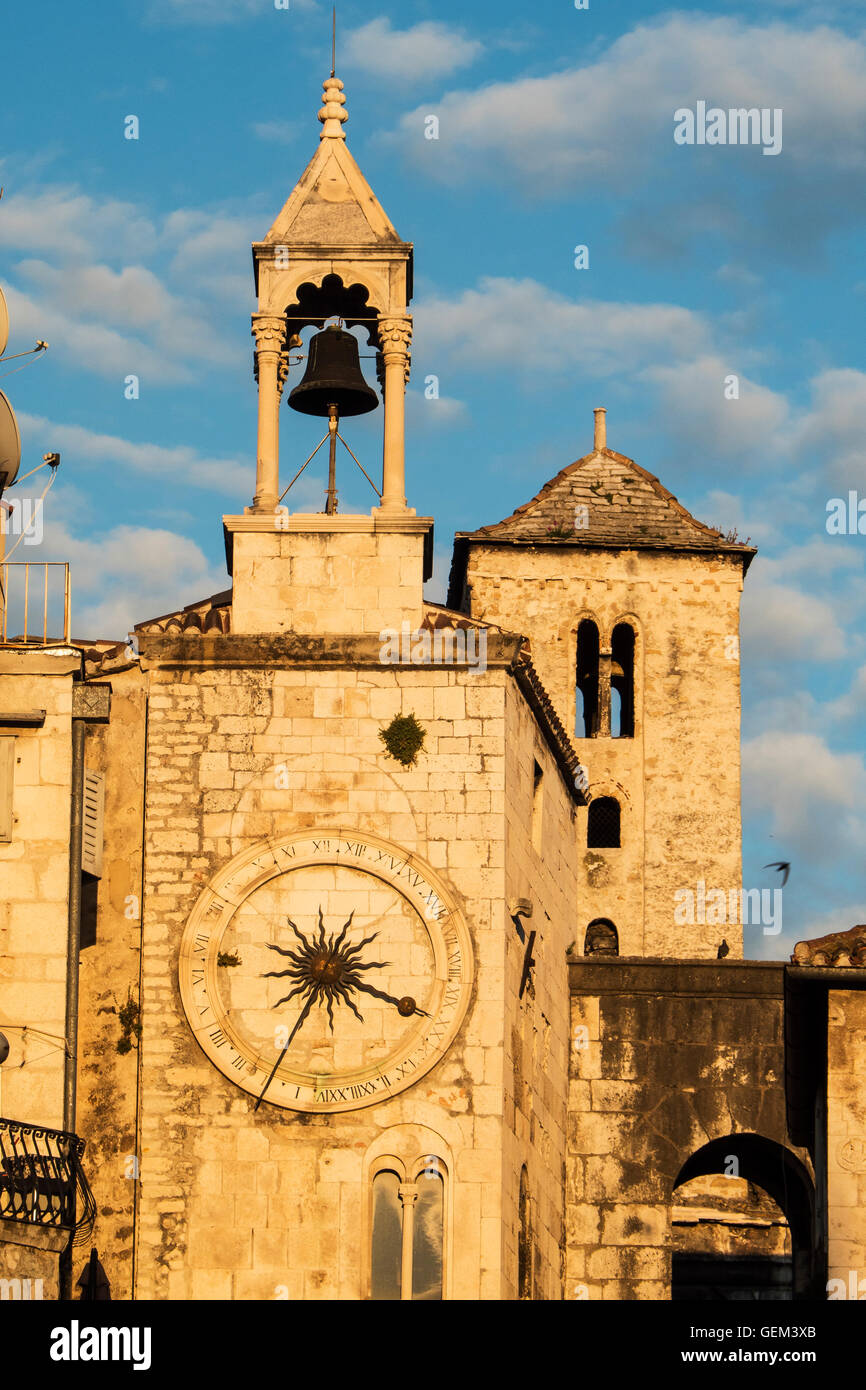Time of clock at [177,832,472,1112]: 3:34
